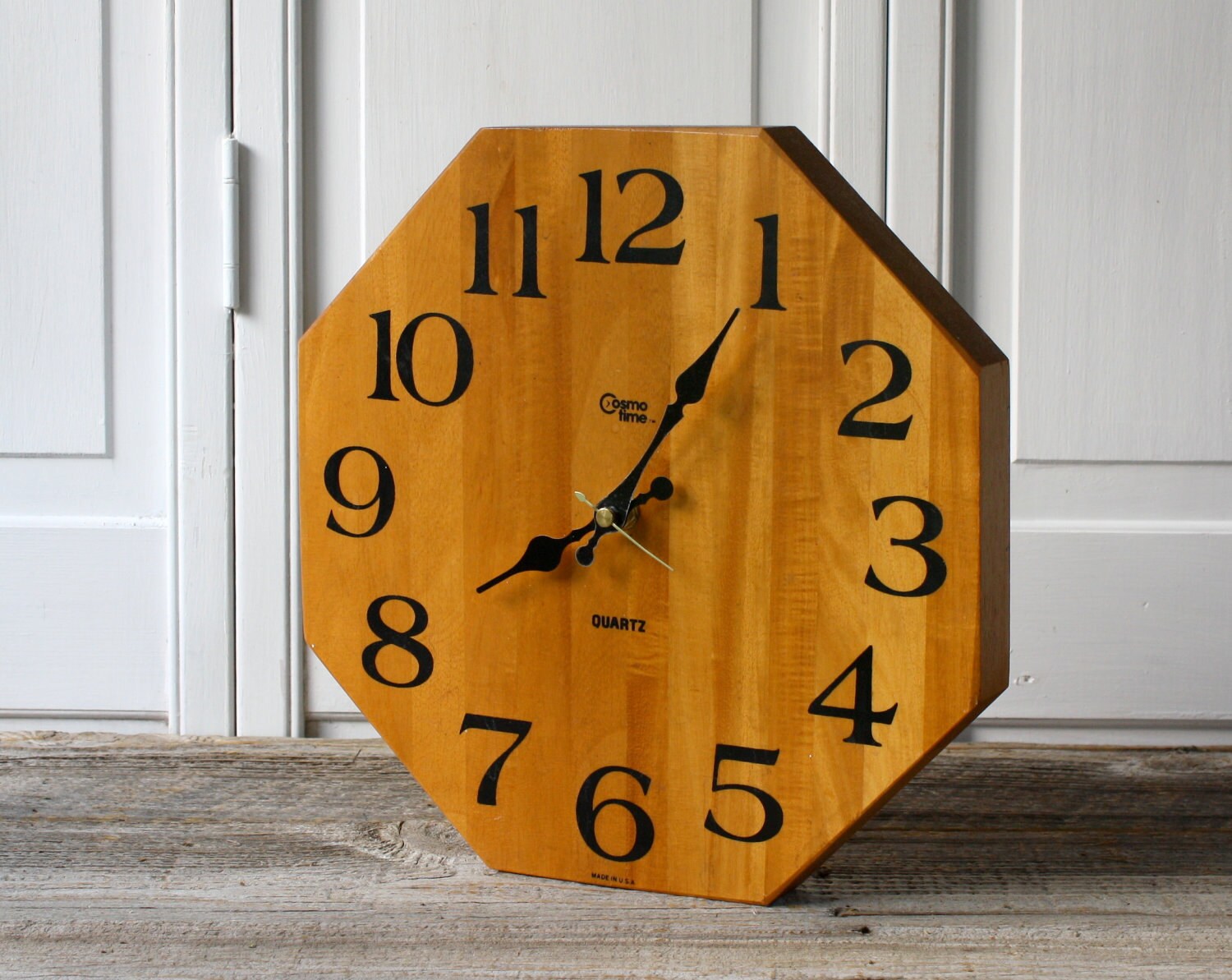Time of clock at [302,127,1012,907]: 8:05
